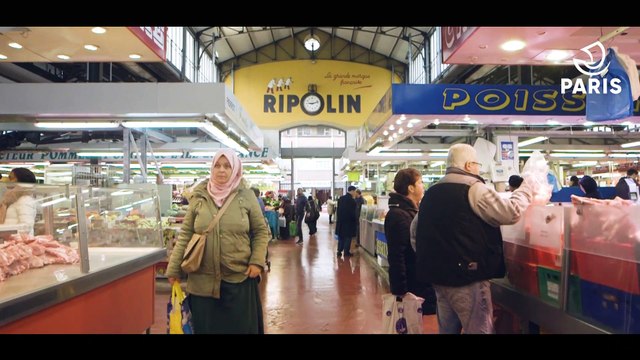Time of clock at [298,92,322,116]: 9:12
